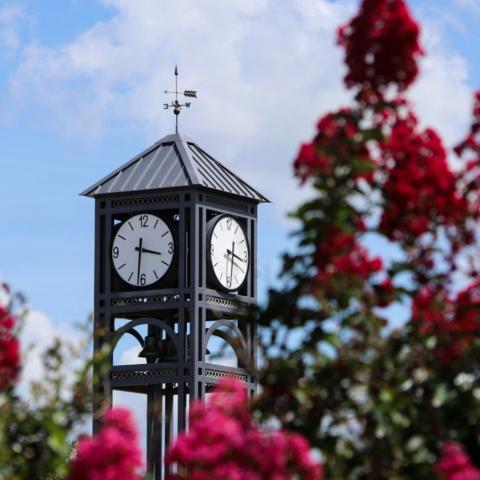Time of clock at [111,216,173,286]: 3:31
